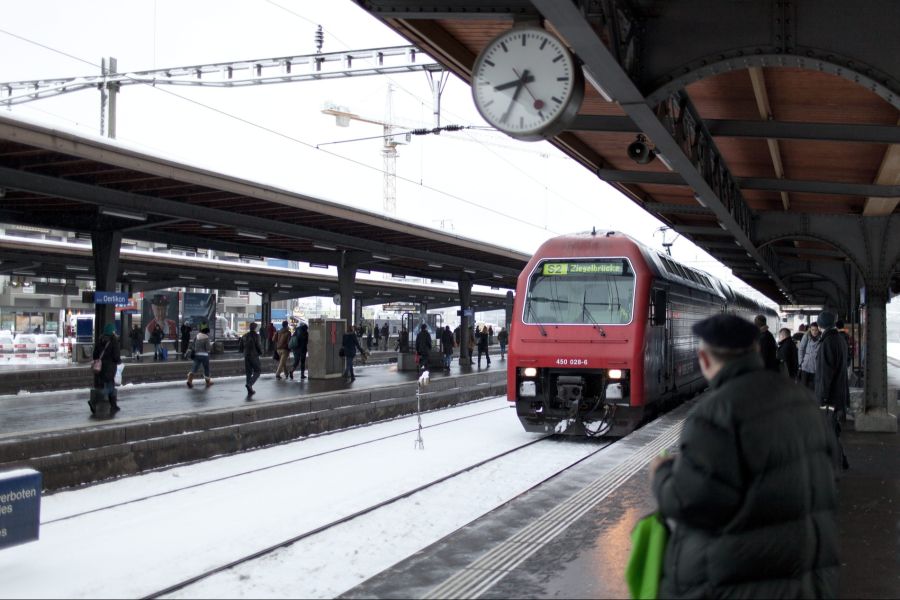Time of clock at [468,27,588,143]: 8:34
